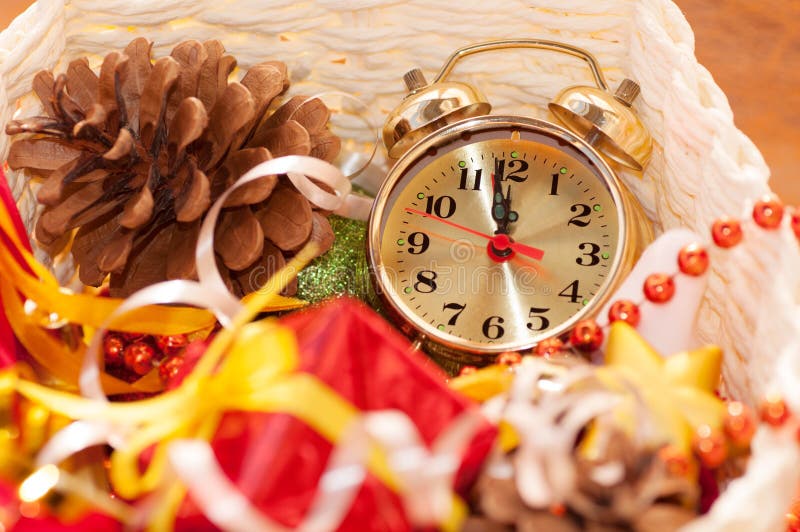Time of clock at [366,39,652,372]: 11:58
